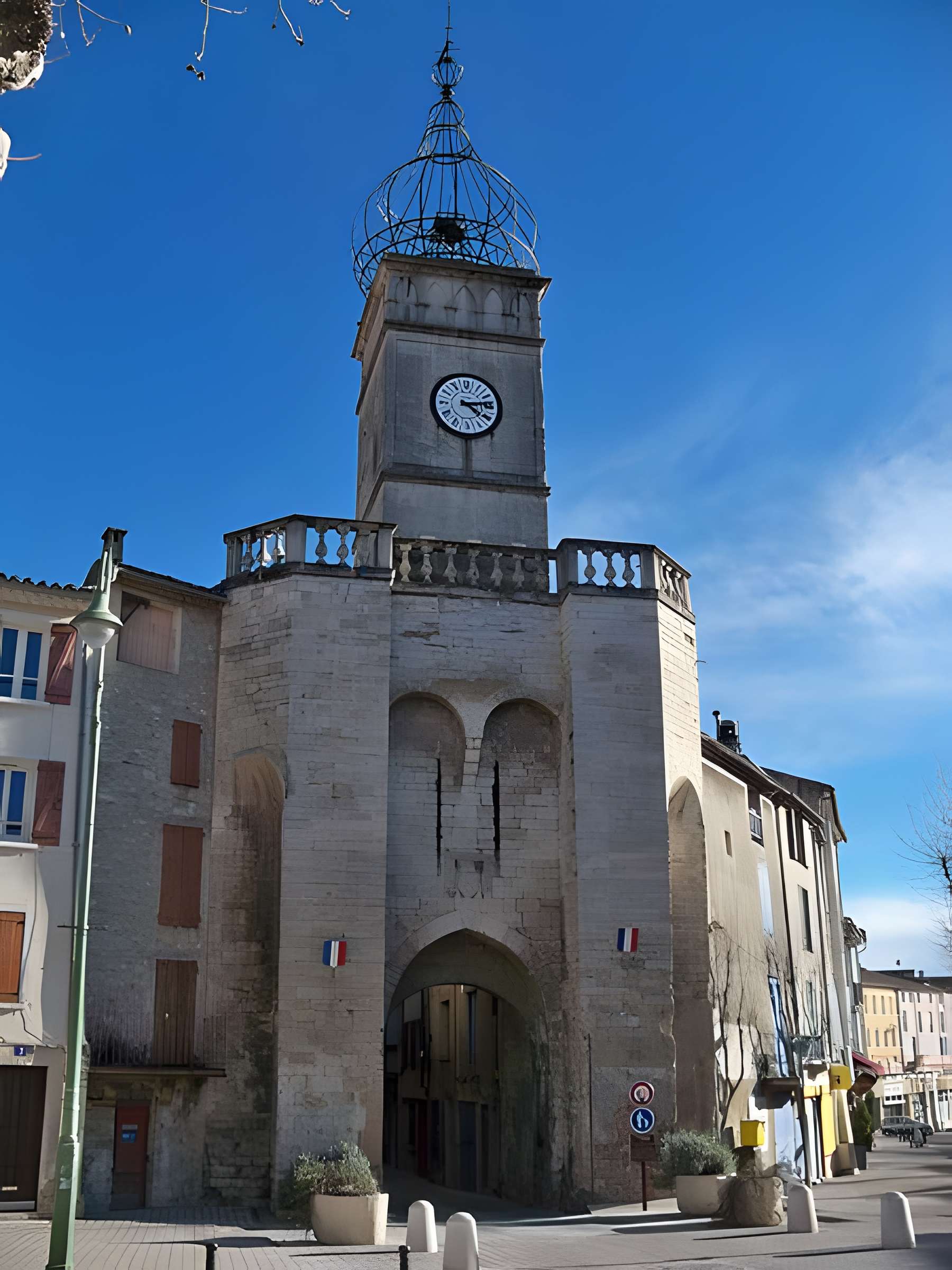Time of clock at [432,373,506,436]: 4:13
